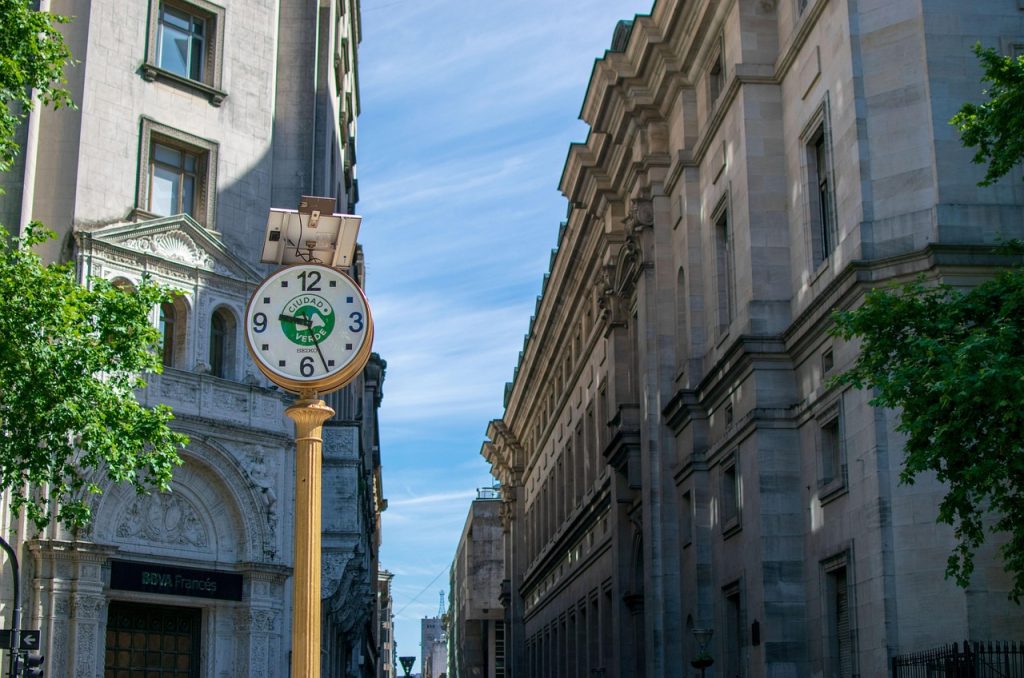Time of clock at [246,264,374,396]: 9:26
